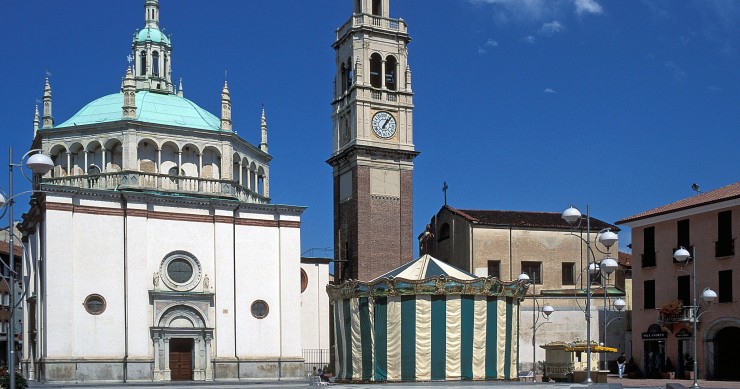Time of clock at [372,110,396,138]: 1:06
